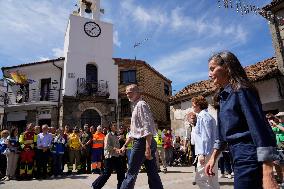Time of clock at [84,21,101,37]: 1:36
